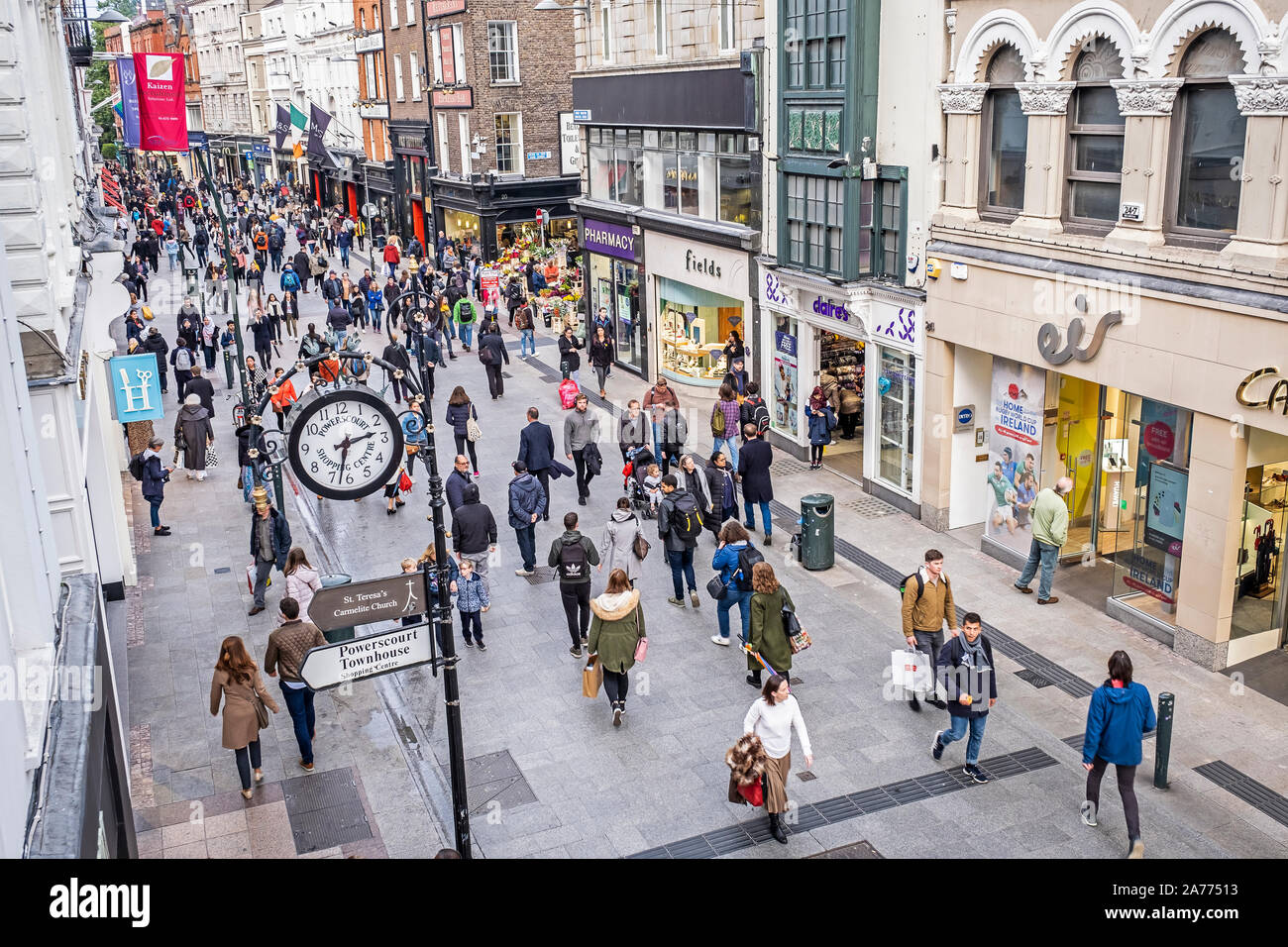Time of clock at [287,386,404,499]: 2:32
